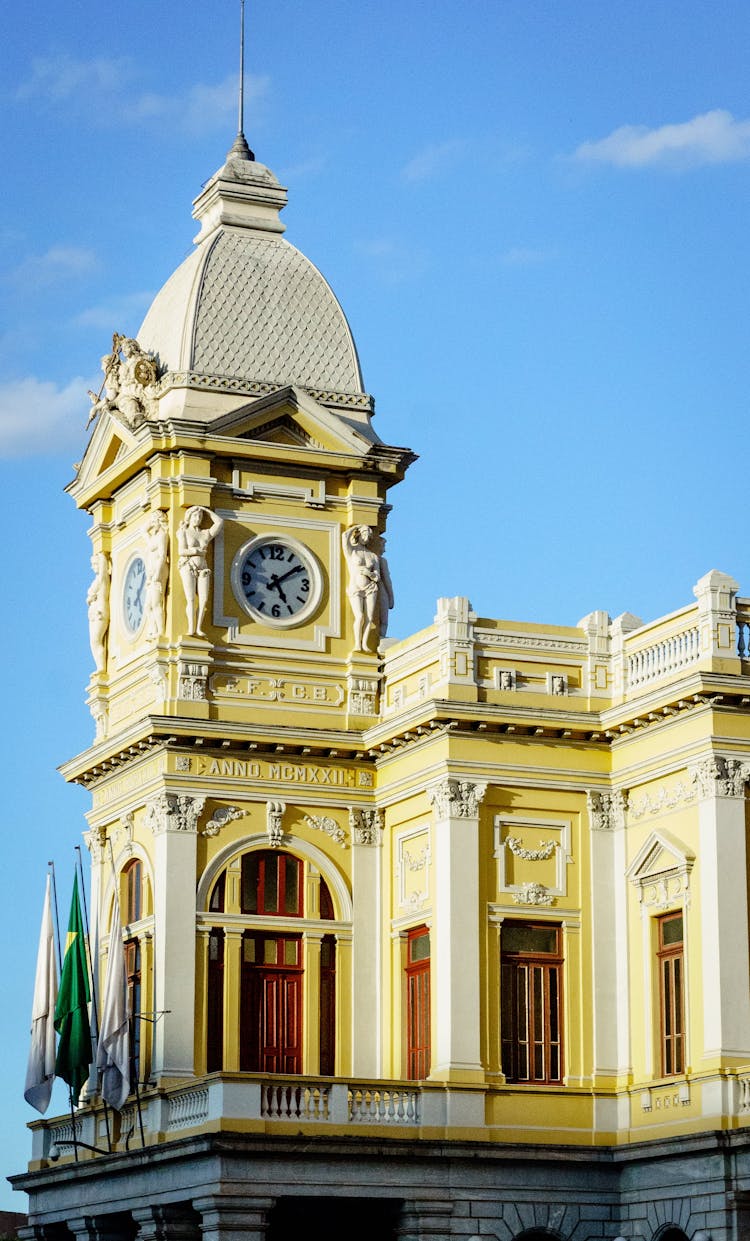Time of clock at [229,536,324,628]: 5:09
